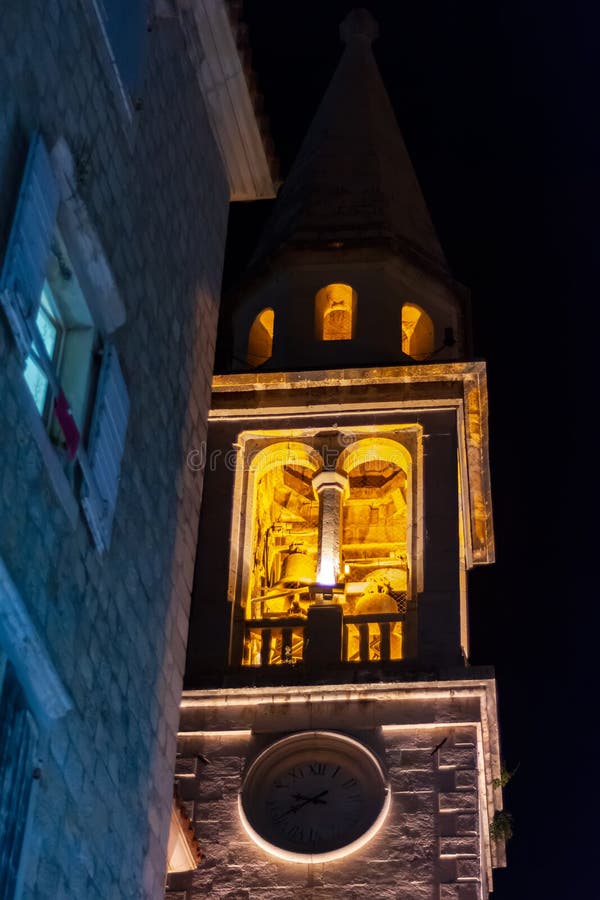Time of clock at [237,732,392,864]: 9:39
